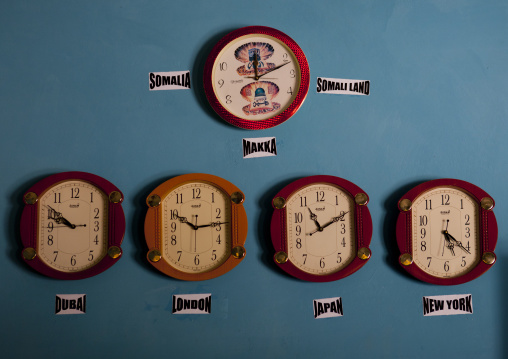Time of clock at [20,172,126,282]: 9:50
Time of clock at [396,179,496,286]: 5:21
